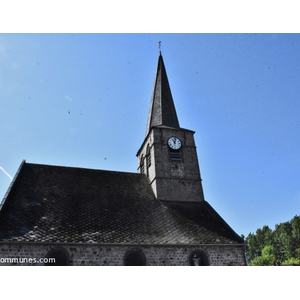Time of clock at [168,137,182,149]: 11:02
